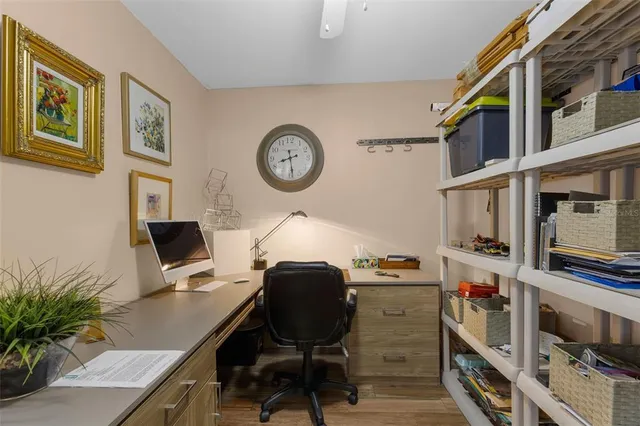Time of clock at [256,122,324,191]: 8:28
